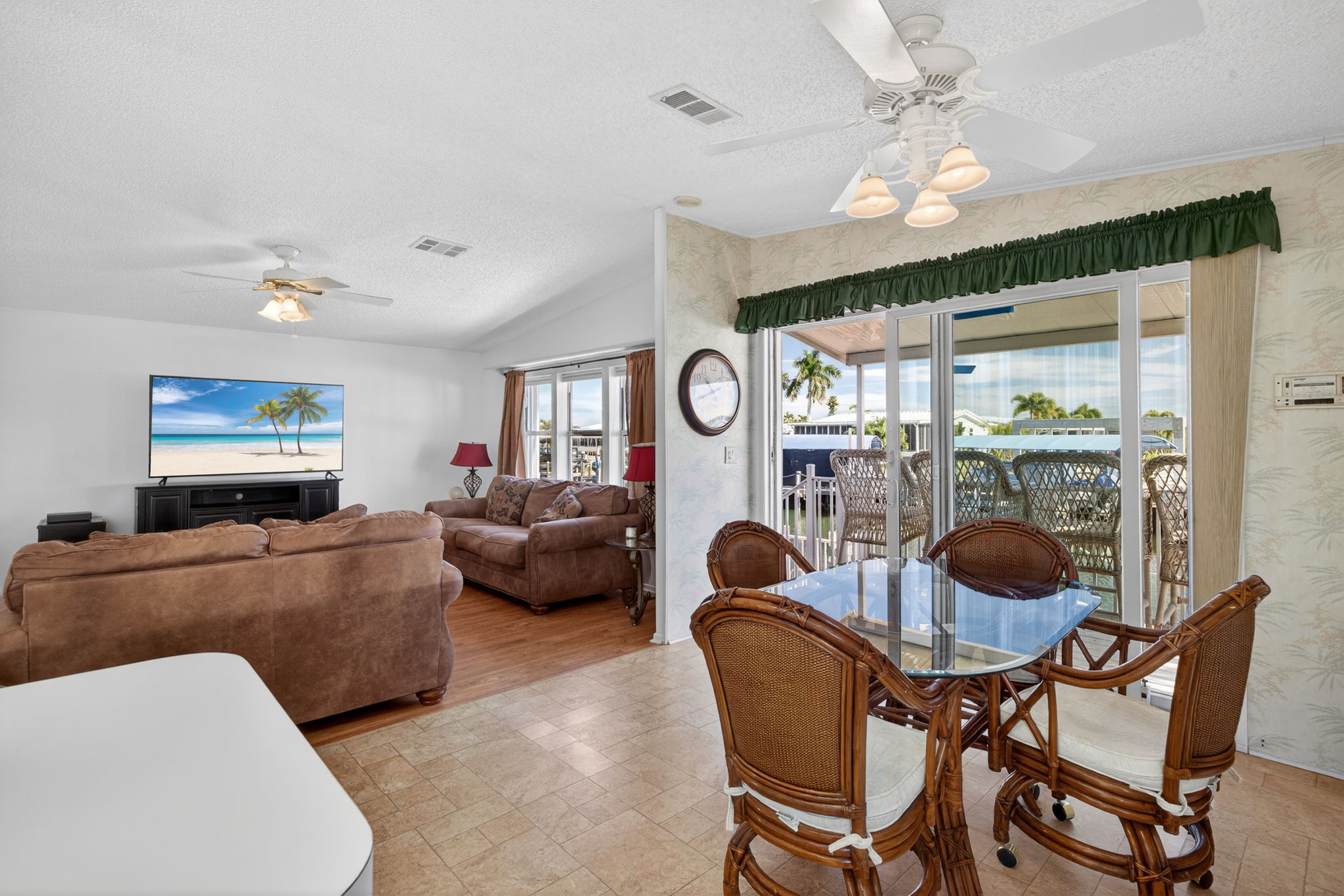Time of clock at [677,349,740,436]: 10:41
